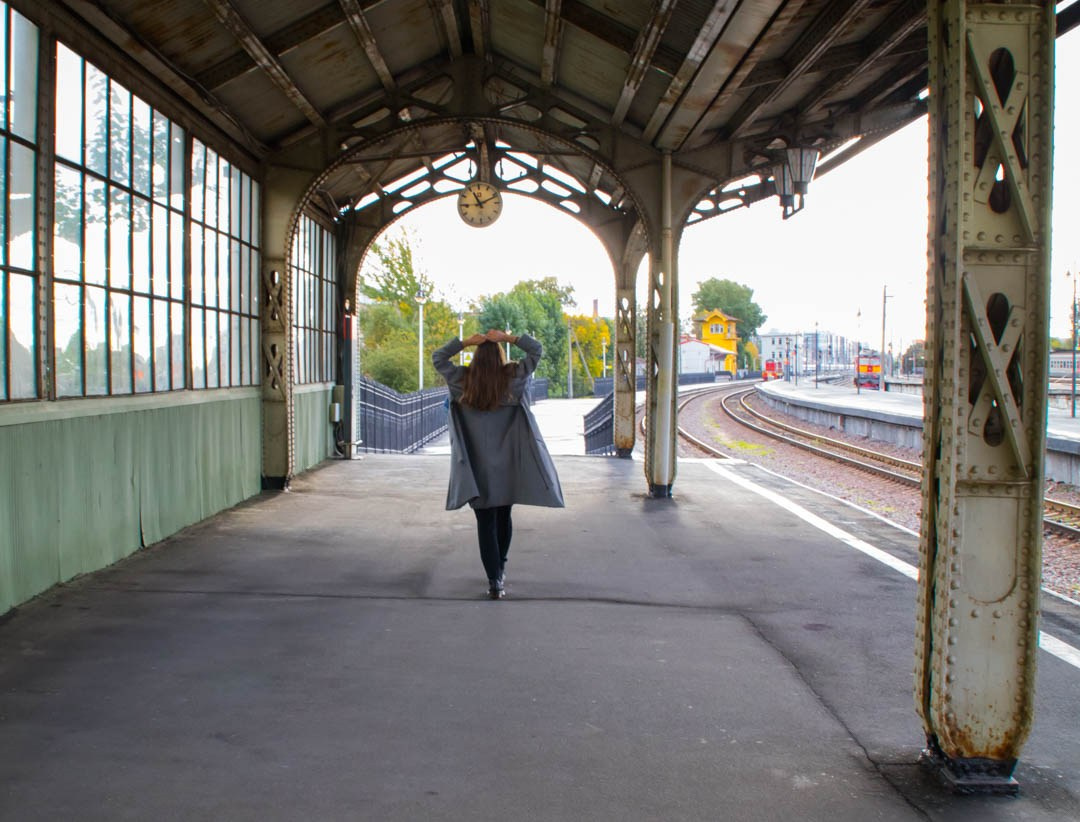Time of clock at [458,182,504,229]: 11:11
